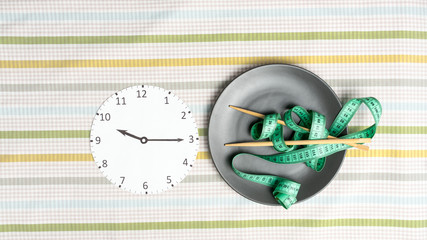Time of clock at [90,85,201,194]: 9:15
